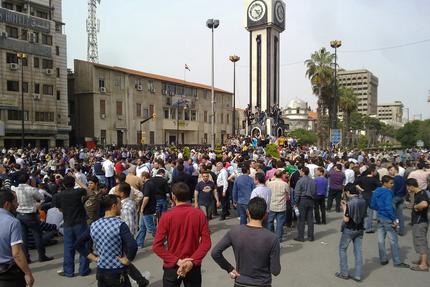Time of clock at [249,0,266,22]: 3:22
